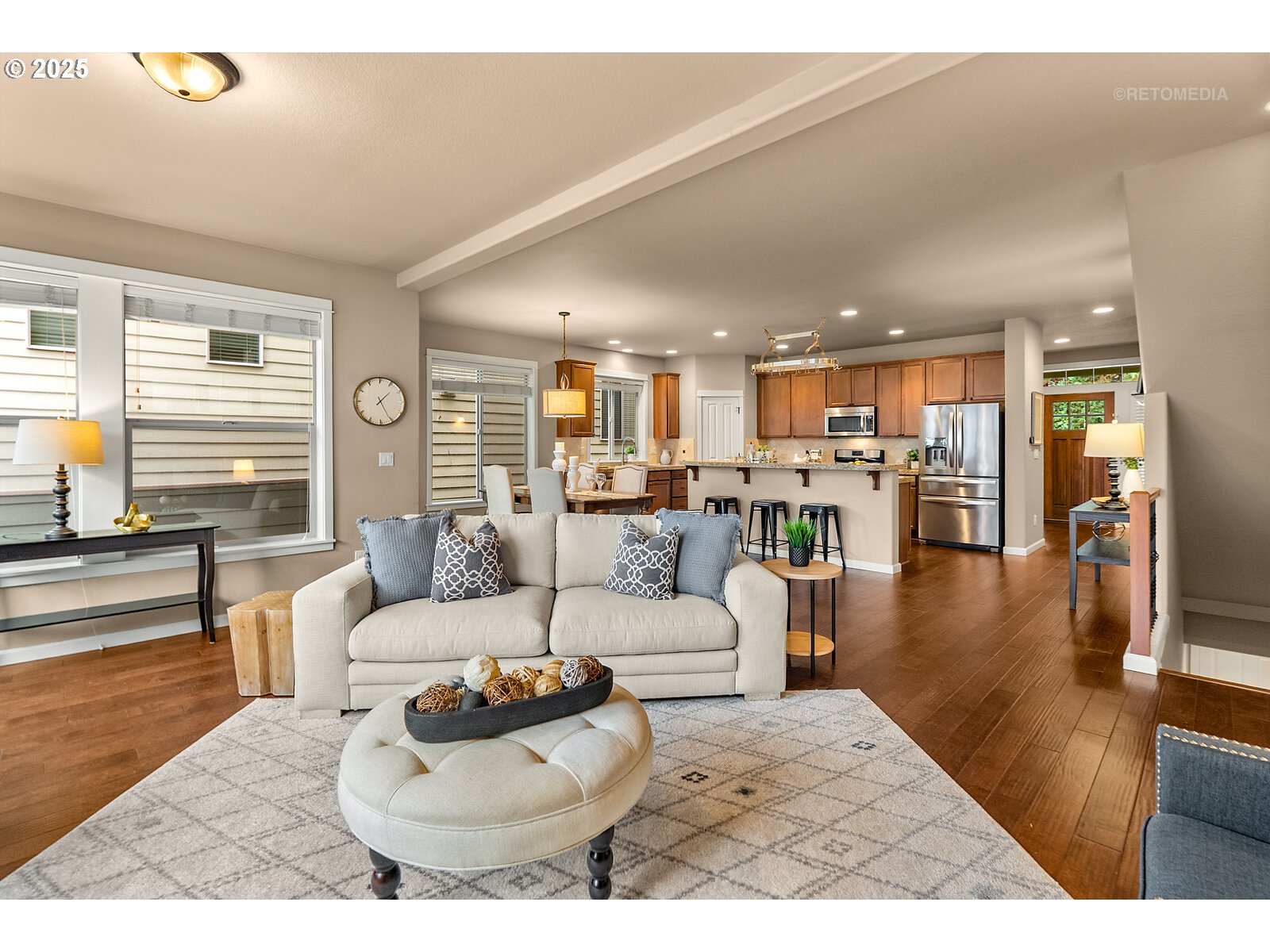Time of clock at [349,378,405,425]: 1:25
